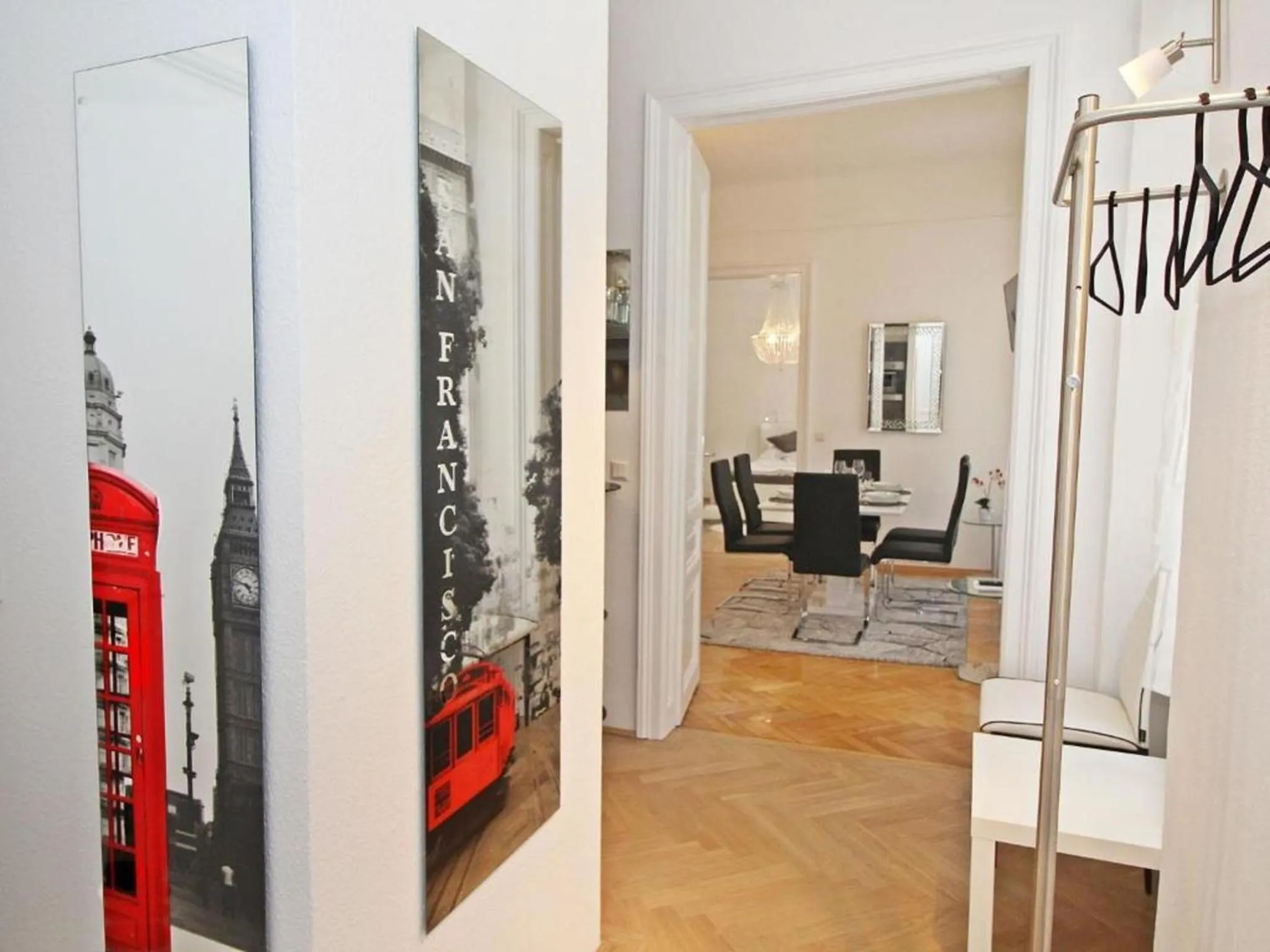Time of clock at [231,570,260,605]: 4:47
